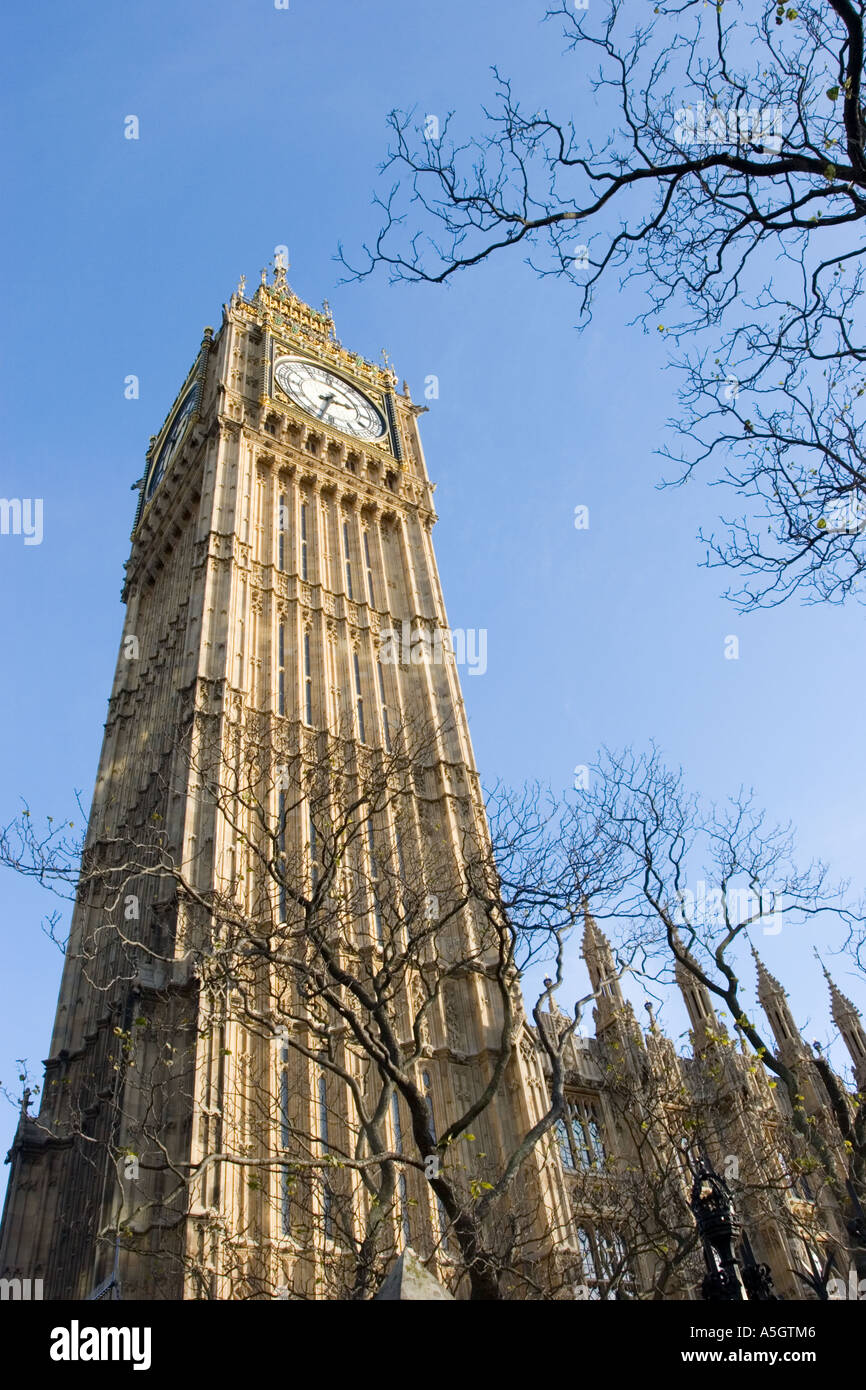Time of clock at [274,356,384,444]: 2:33
